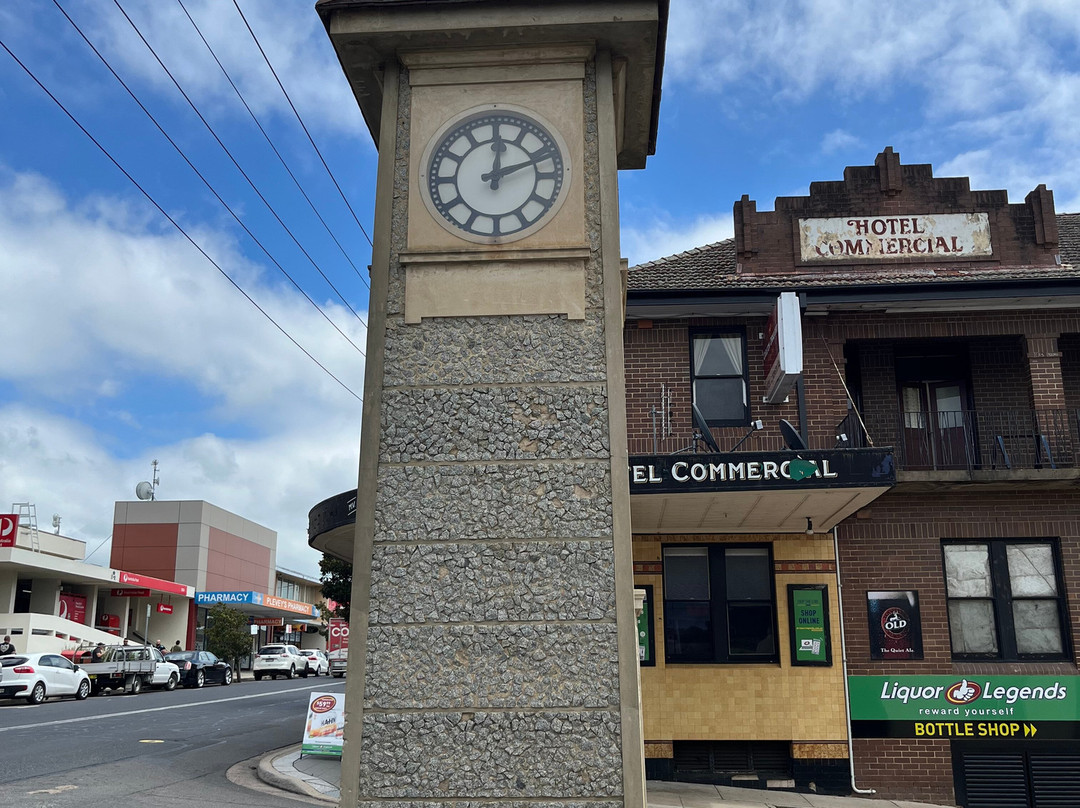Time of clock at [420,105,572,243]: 12:11
